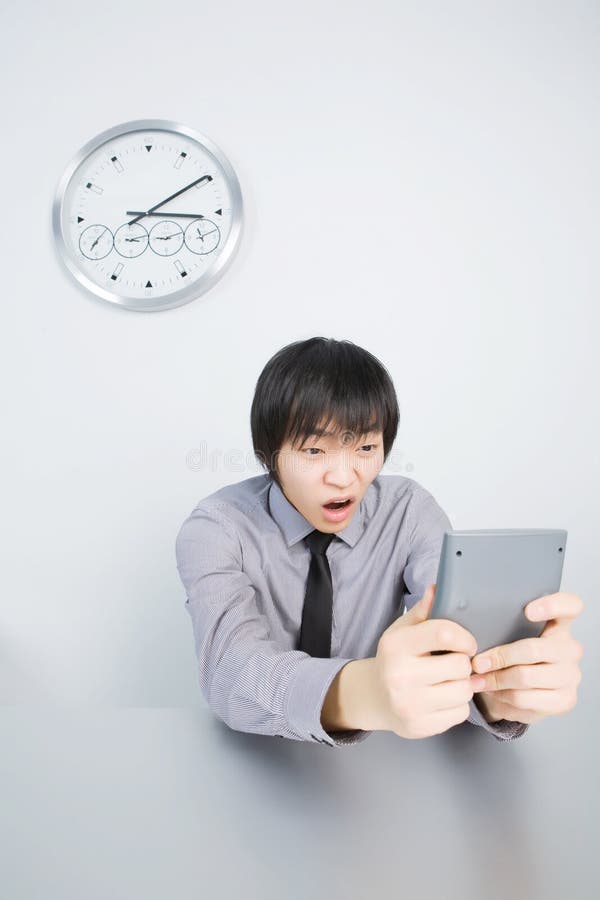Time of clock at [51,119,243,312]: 3:09
